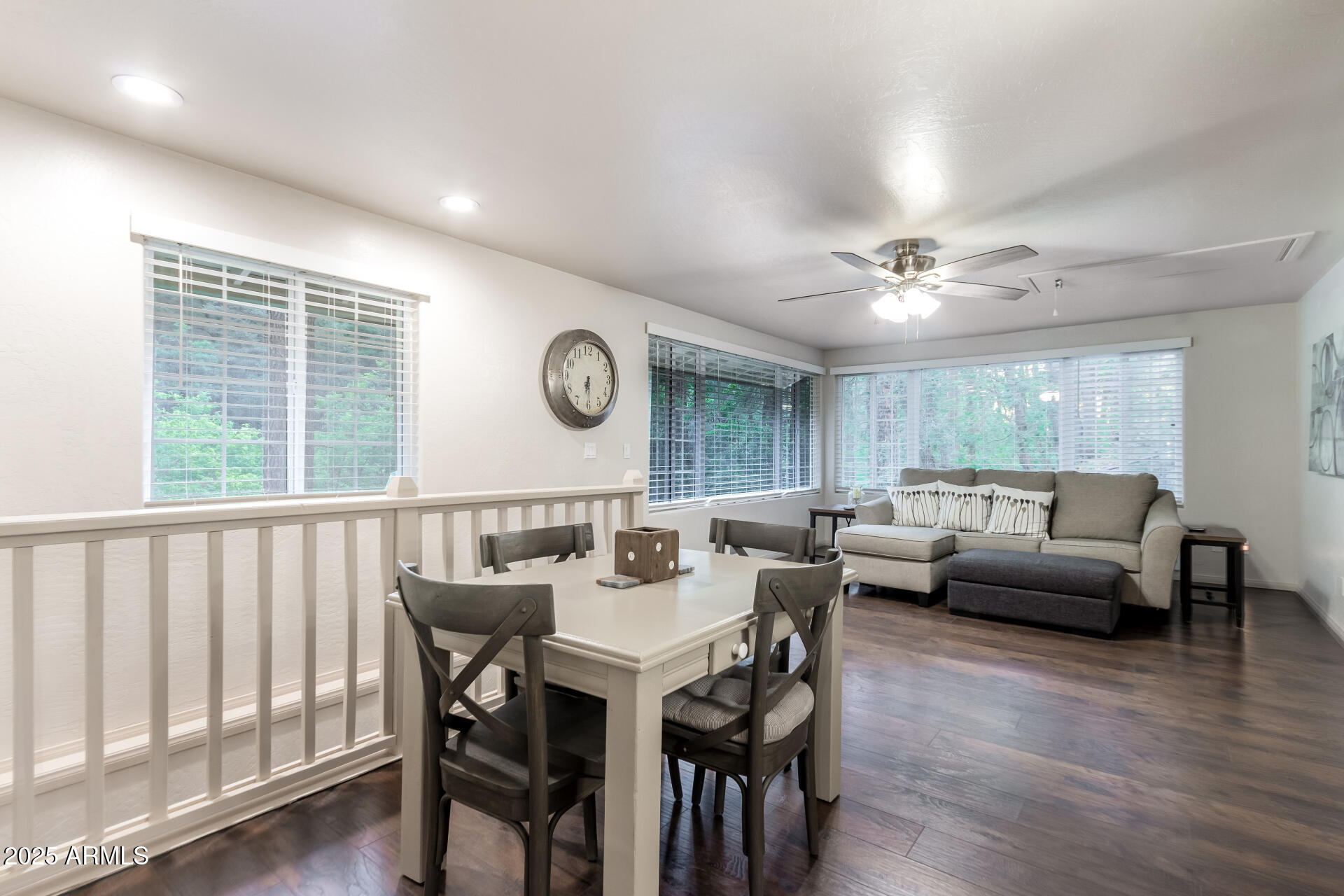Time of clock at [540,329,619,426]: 6:30
